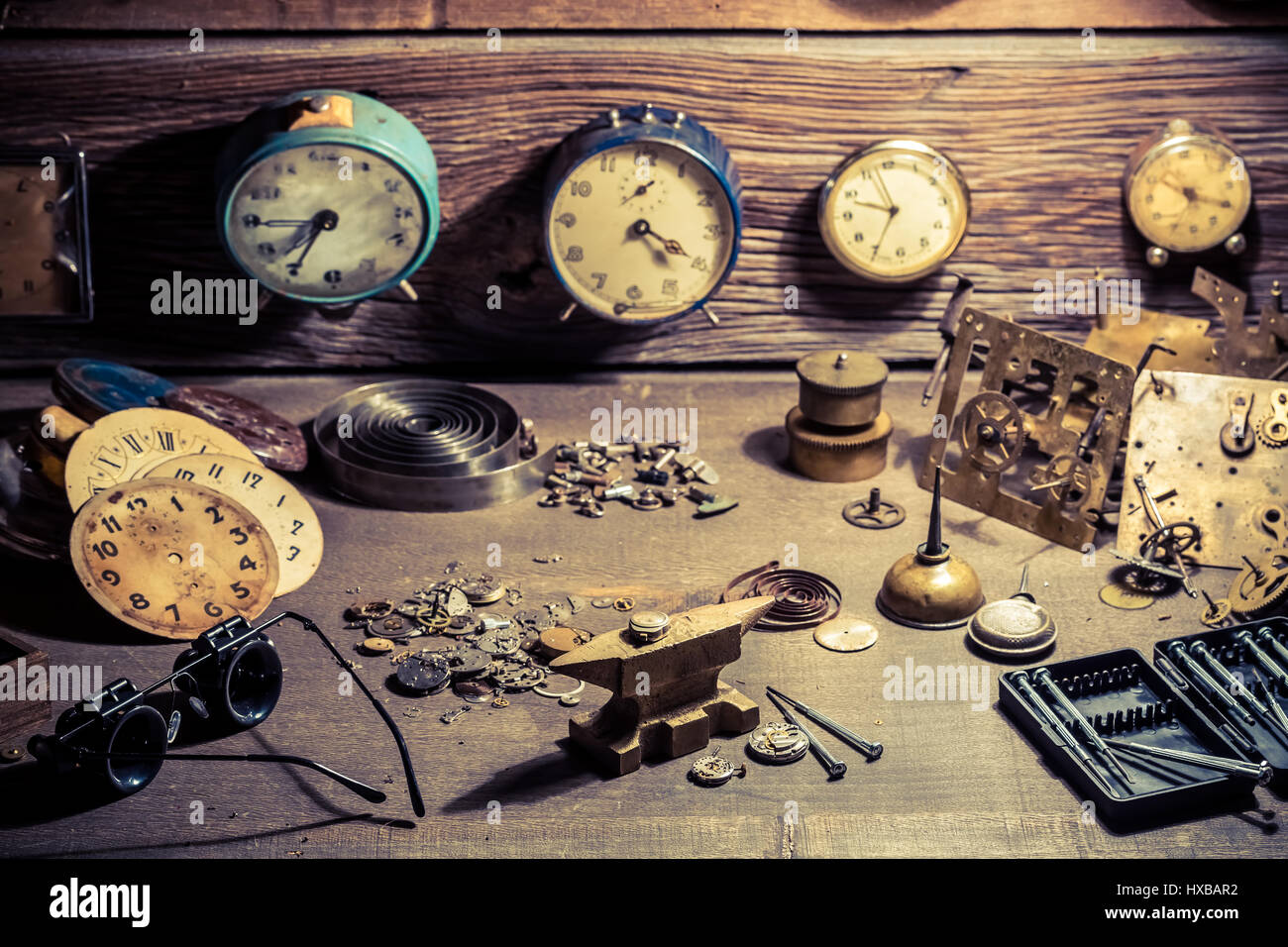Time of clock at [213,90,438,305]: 7:35
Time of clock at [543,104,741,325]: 4:20
